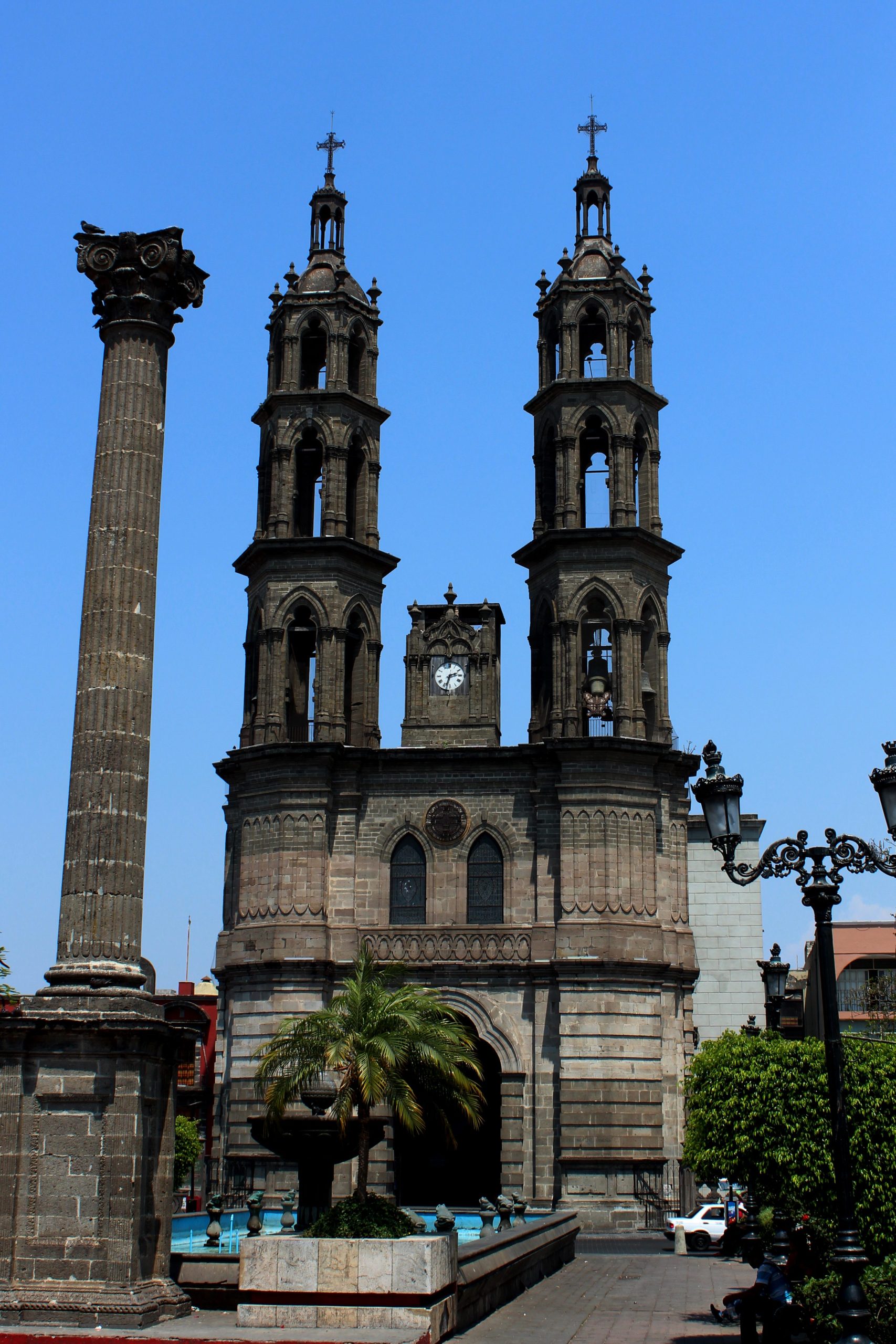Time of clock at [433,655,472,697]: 2:33
